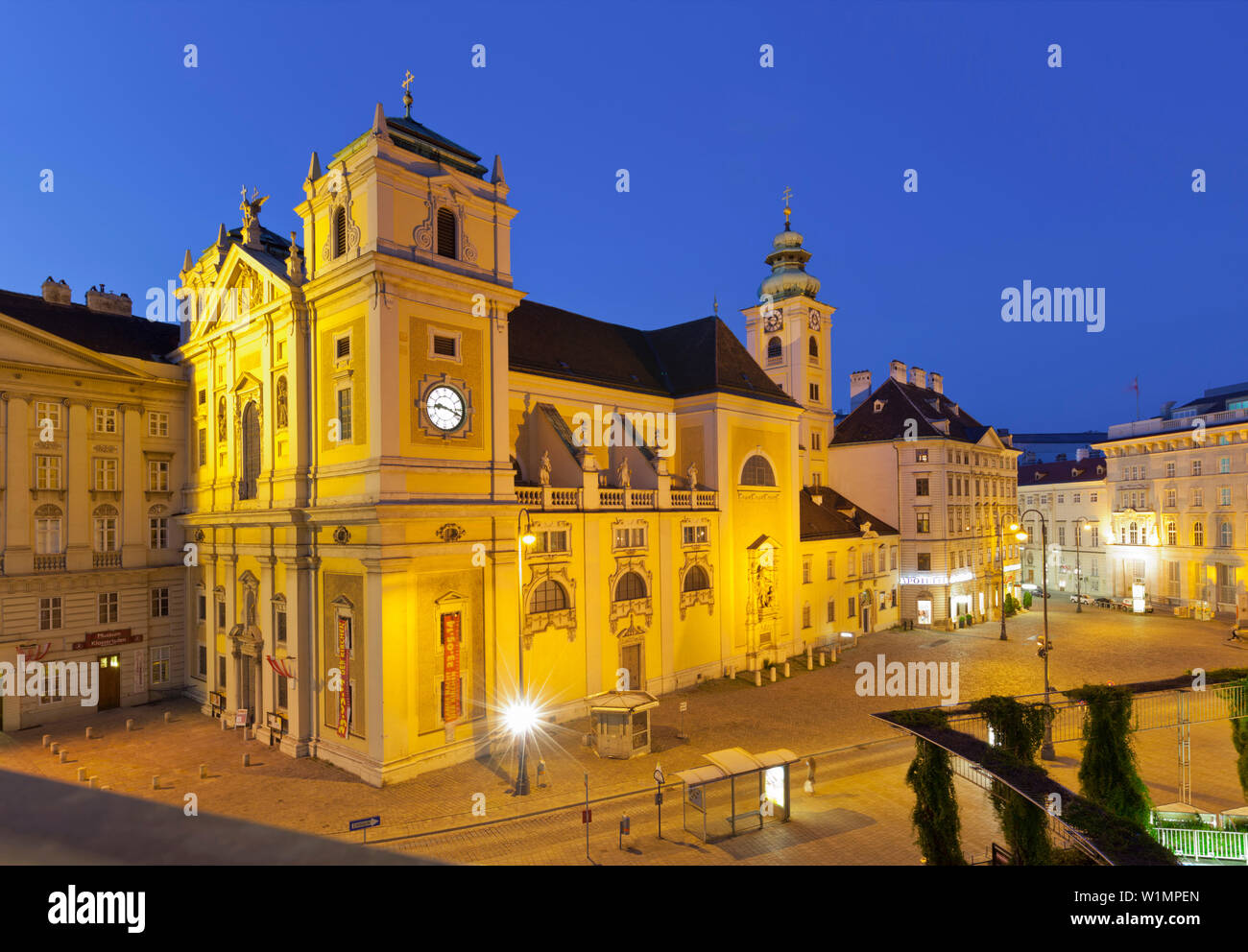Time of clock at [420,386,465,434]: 9:18
